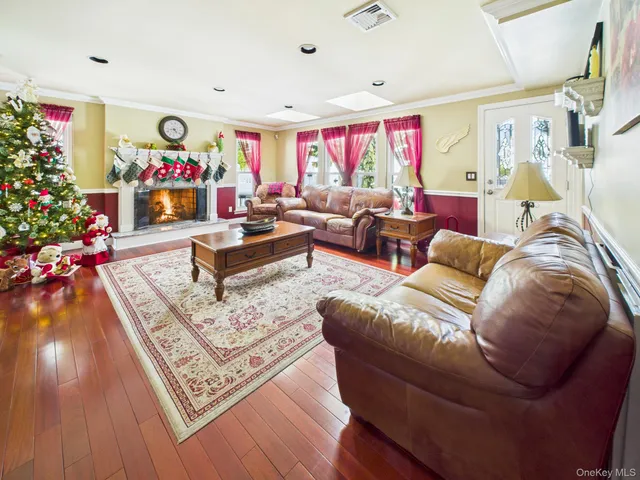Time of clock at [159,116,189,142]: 4:42
